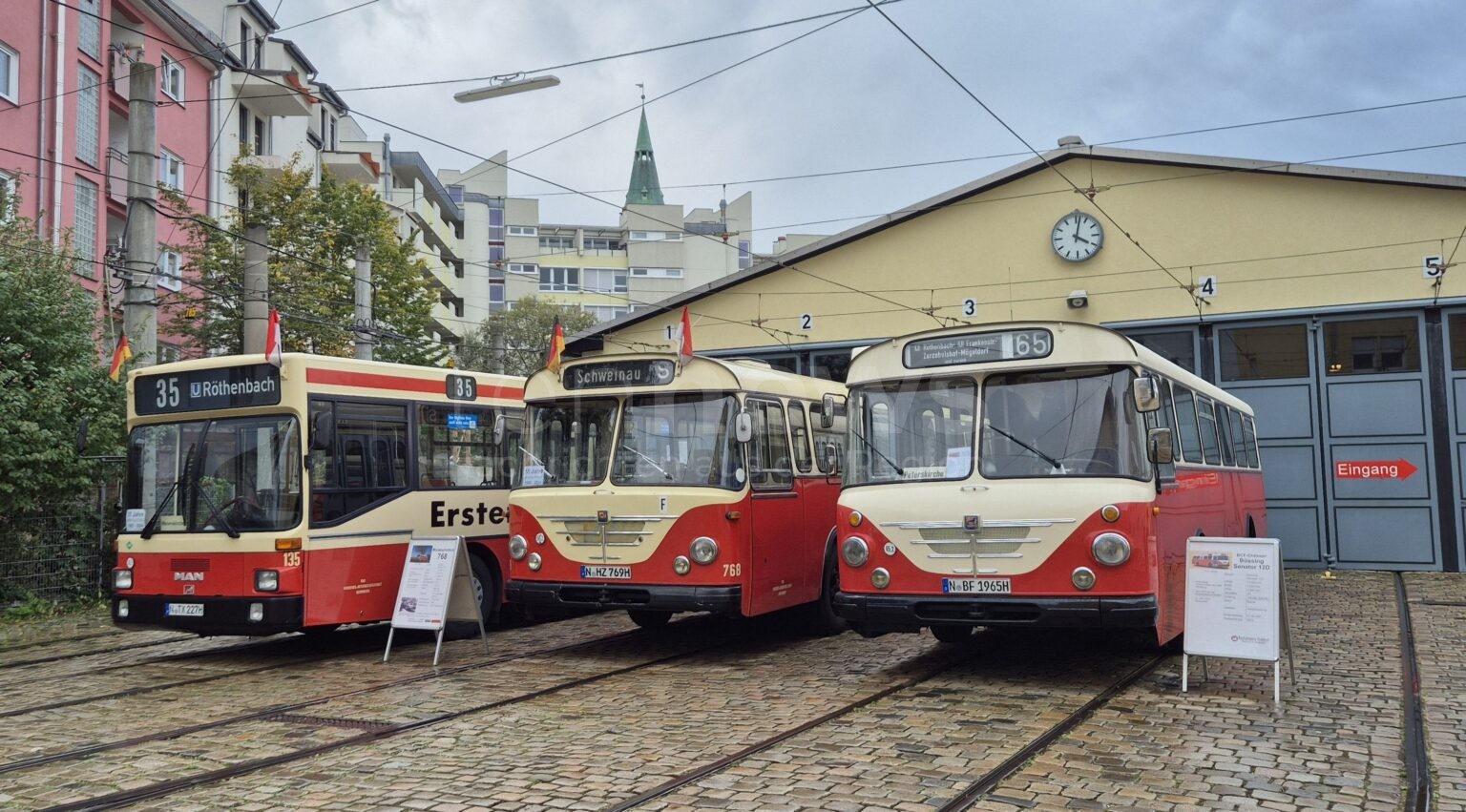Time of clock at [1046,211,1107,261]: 4:02
